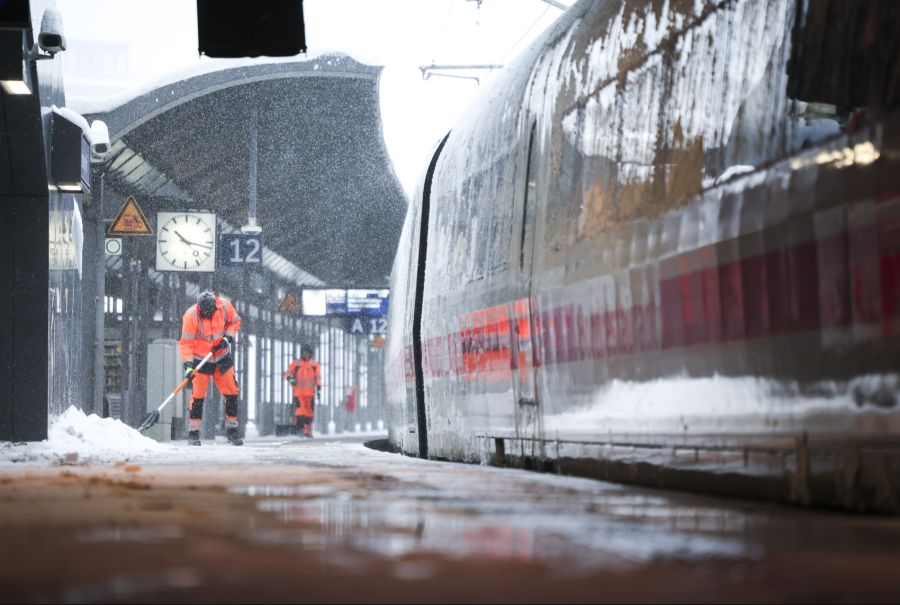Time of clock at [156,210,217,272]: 10:17
